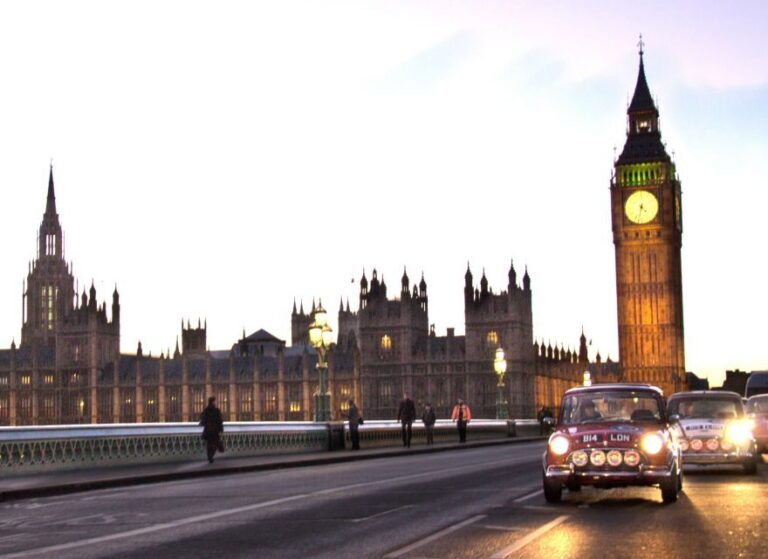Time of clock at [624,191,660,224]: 4:32
